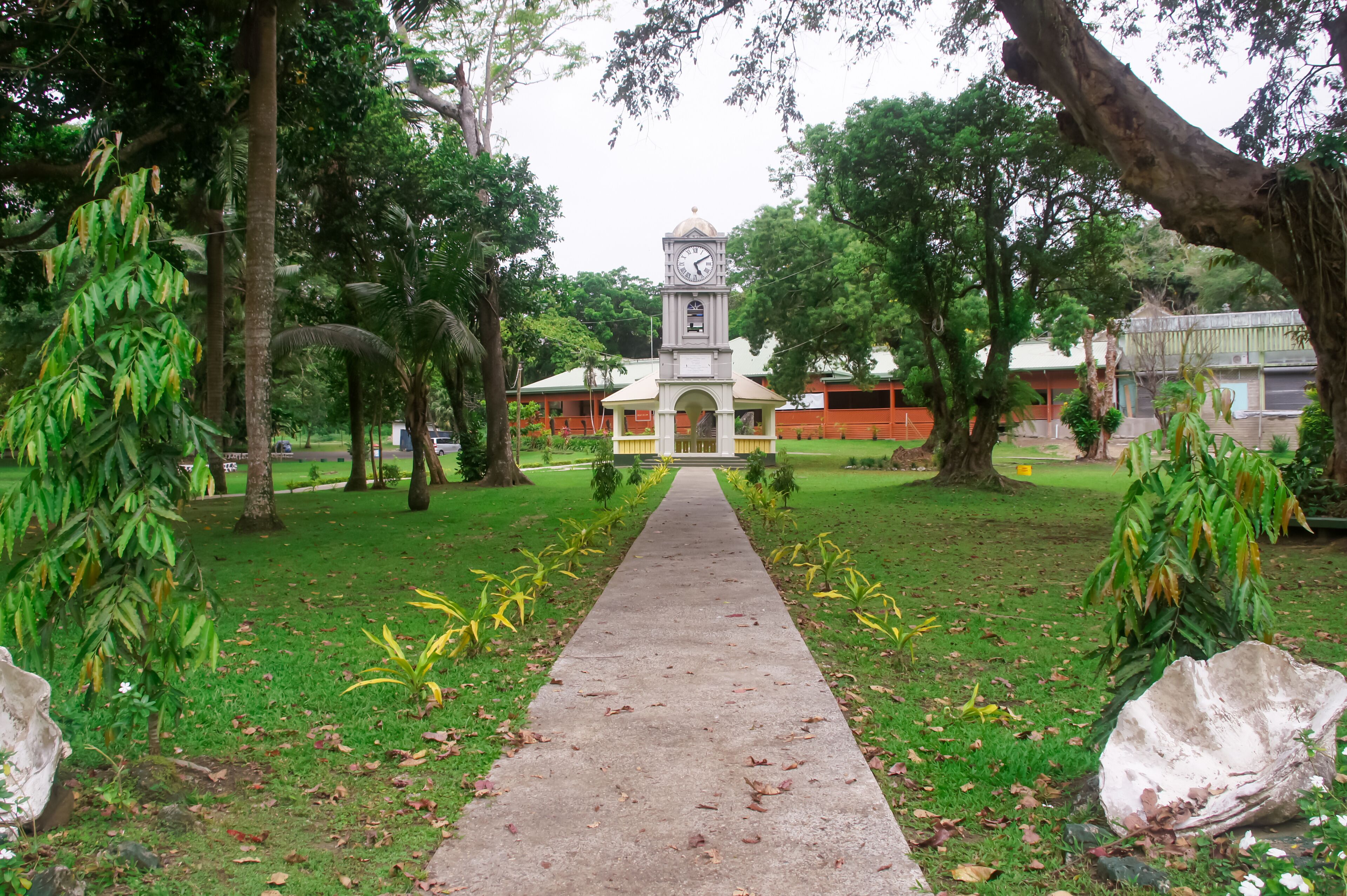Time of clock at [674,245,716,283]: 5:09
